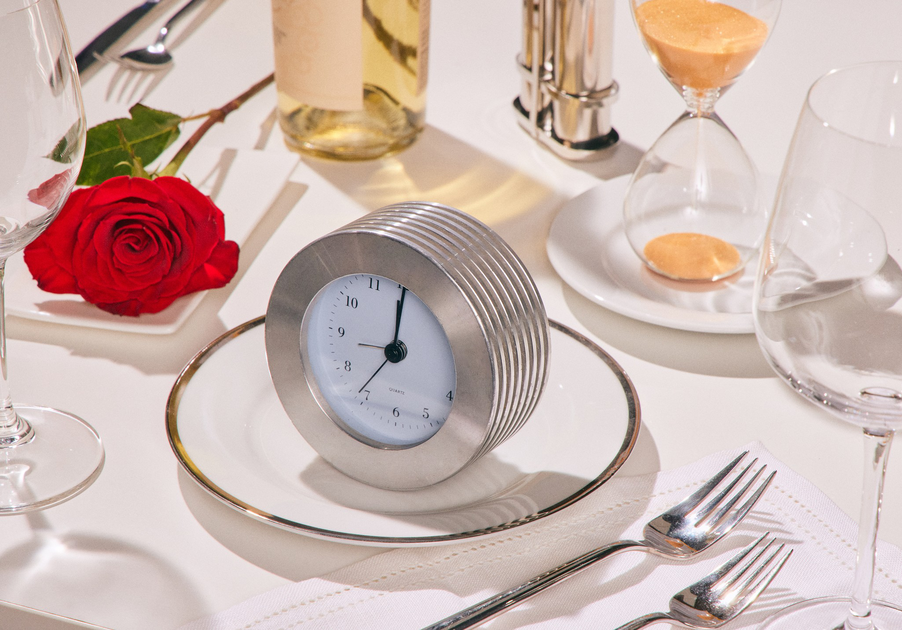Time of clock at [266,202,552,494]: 7:03
